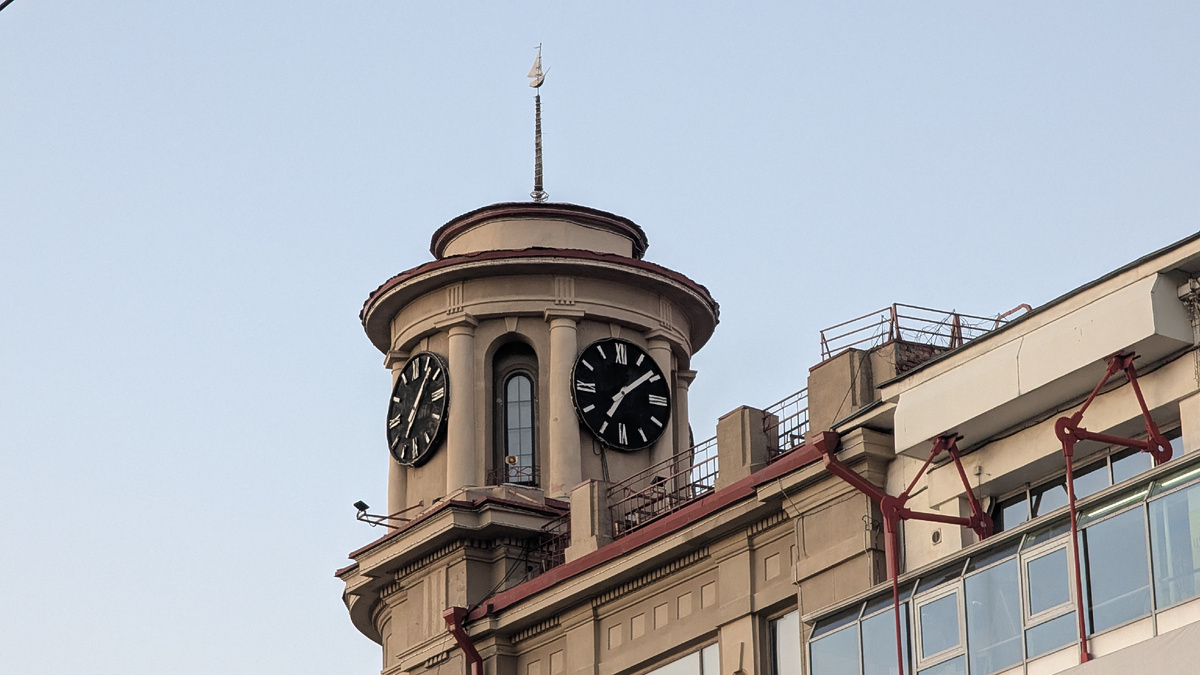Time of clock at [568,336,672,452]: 7:08
